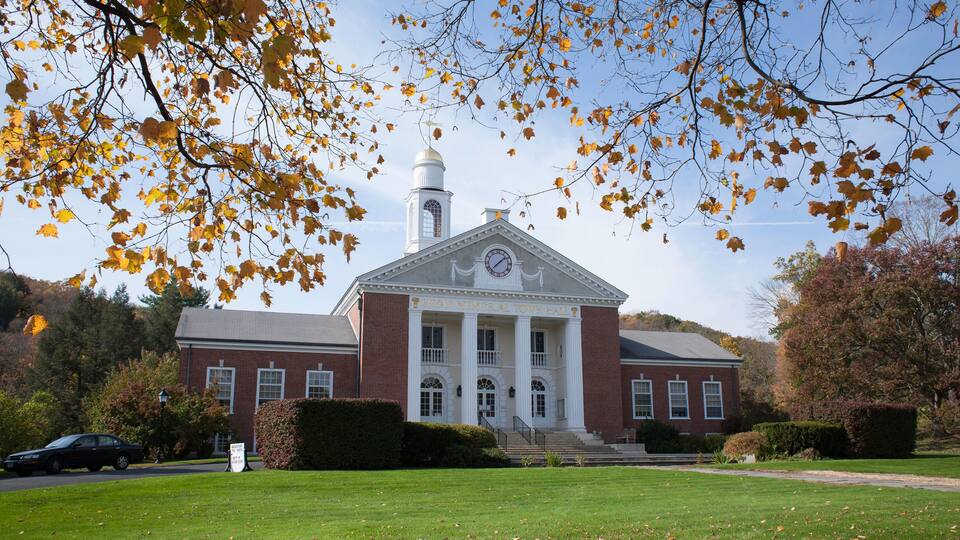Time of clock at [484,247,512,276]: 1:37
